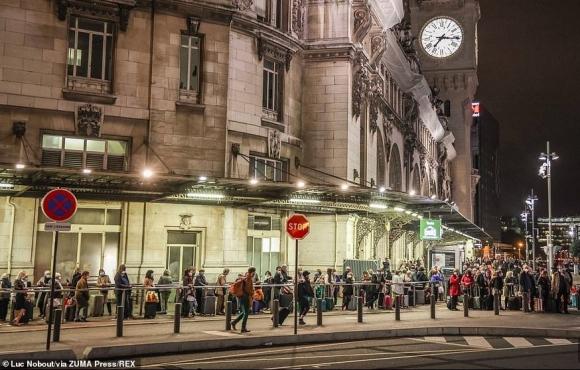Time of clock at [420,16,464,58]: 7:15
